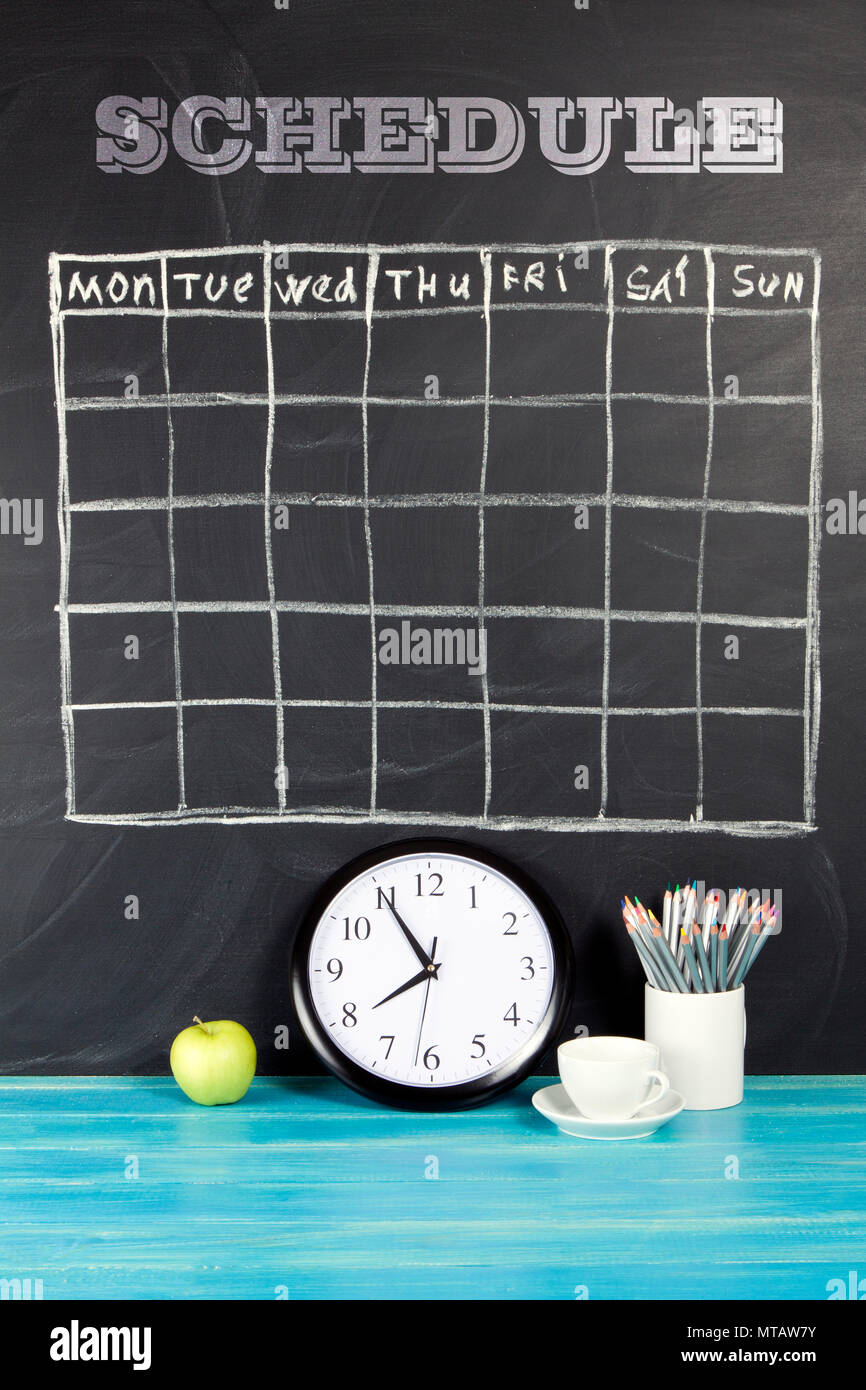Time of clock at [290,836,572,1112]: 7:54
